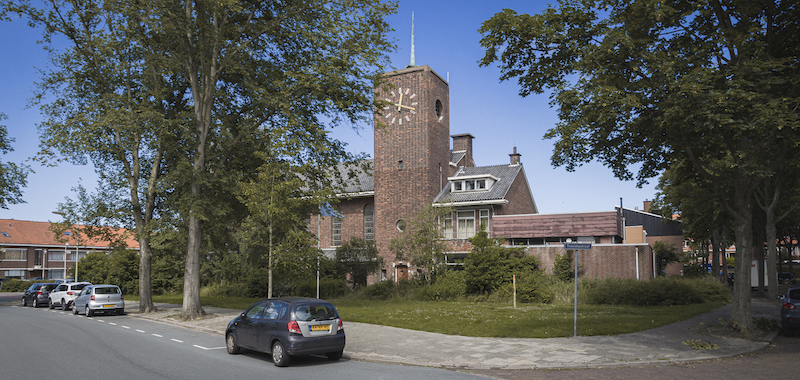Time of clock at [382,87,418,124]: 12:16
